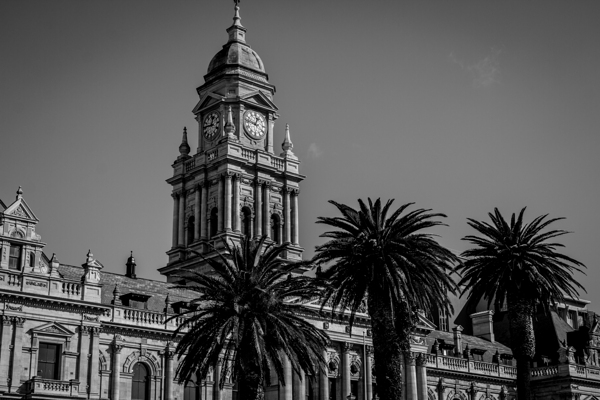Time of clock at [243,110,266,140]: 12:46
